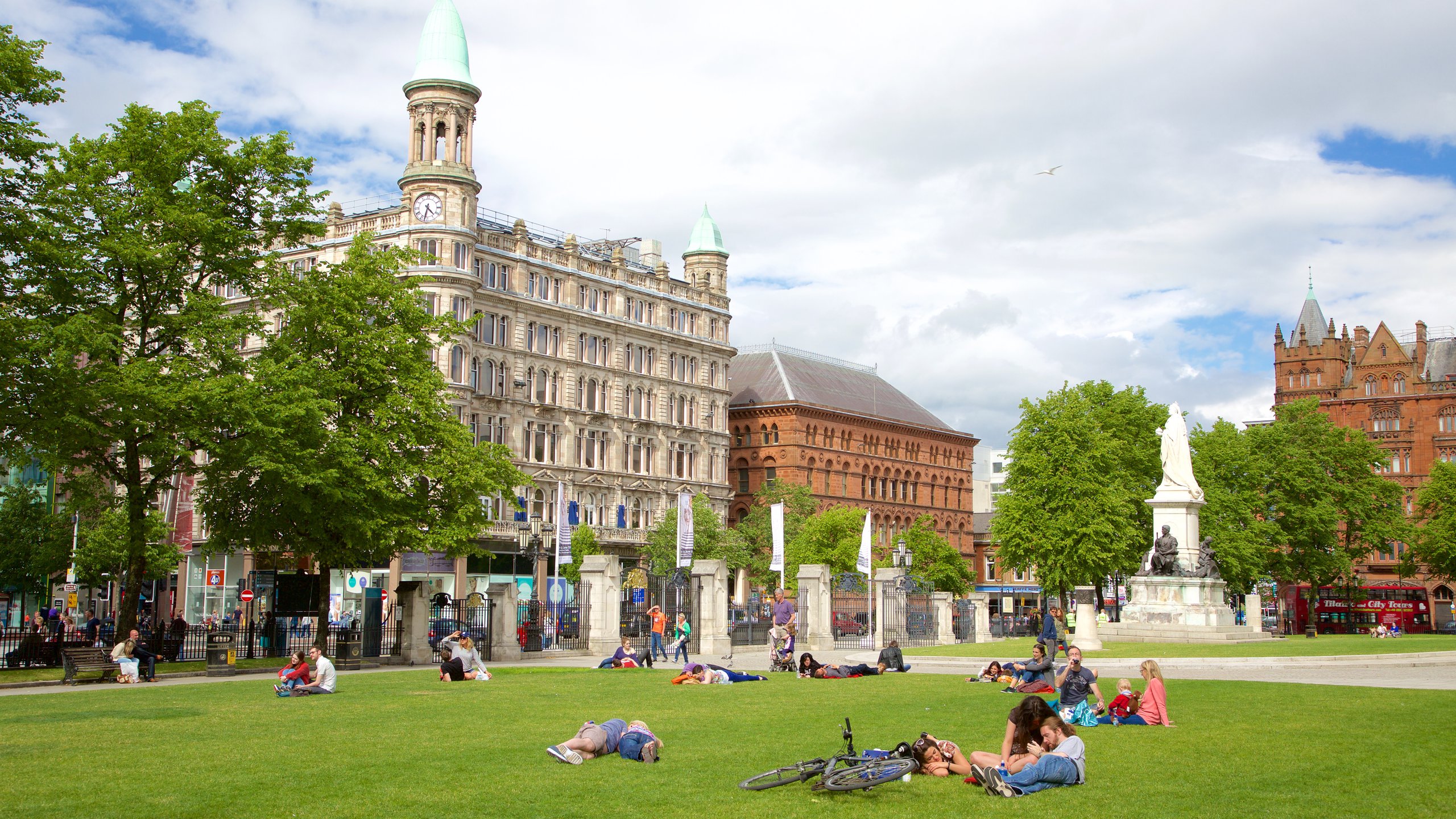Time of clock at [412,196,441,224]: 4:32
